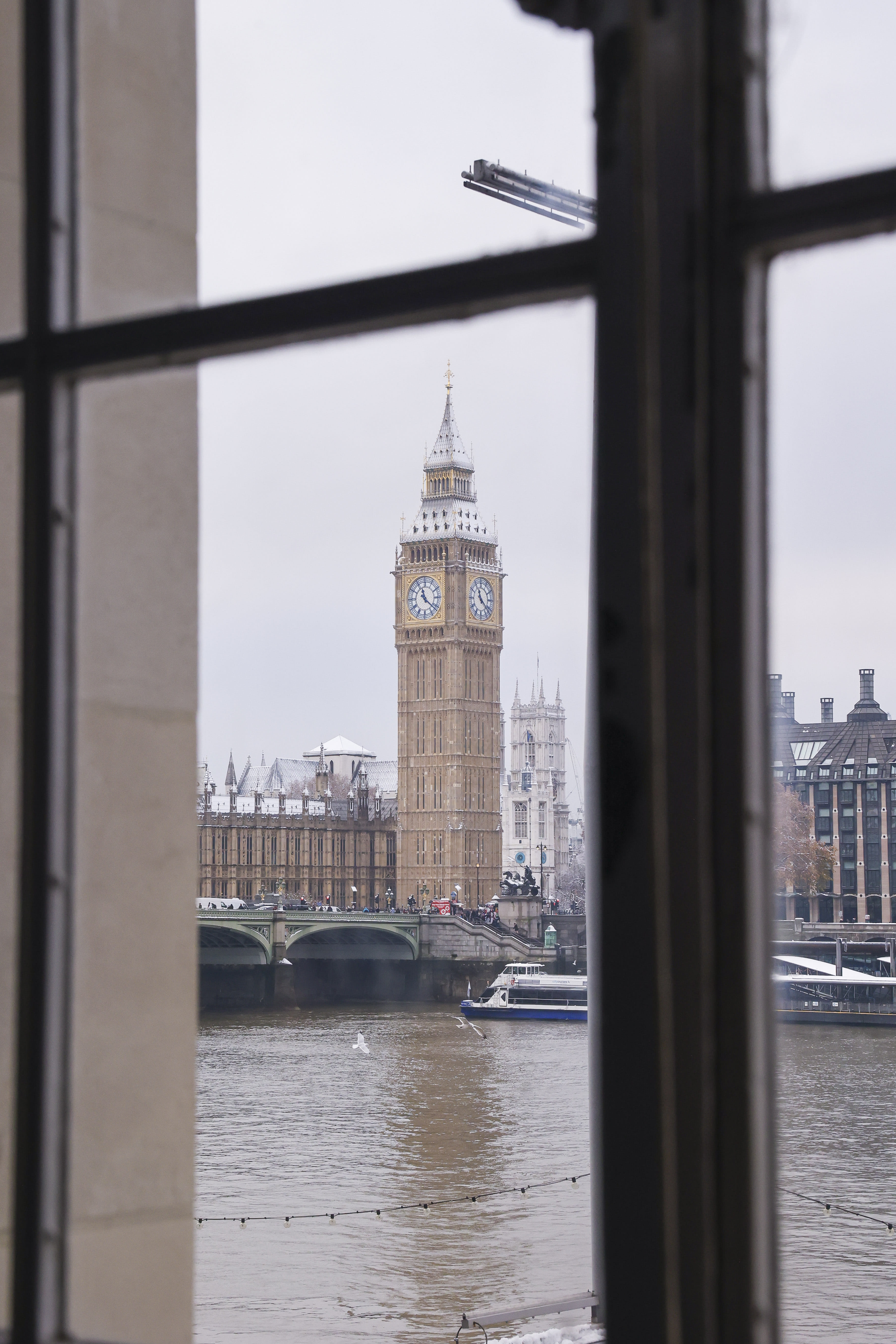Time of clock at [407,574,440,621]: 11:21
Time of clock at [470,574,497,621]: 11:21
